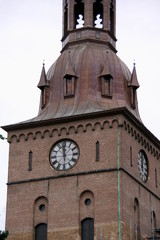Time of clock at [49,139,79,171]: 11:58
